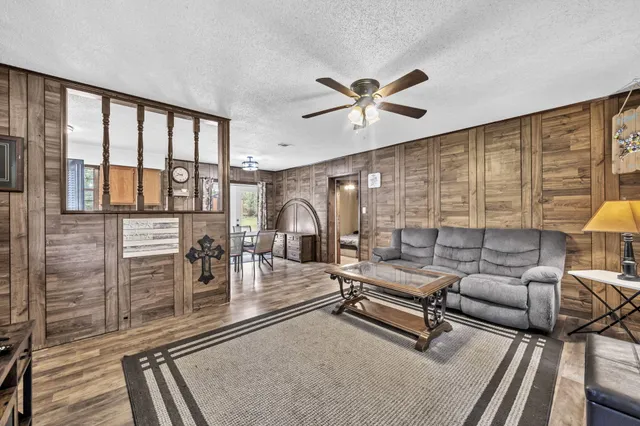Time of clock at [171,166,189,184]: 9:42
